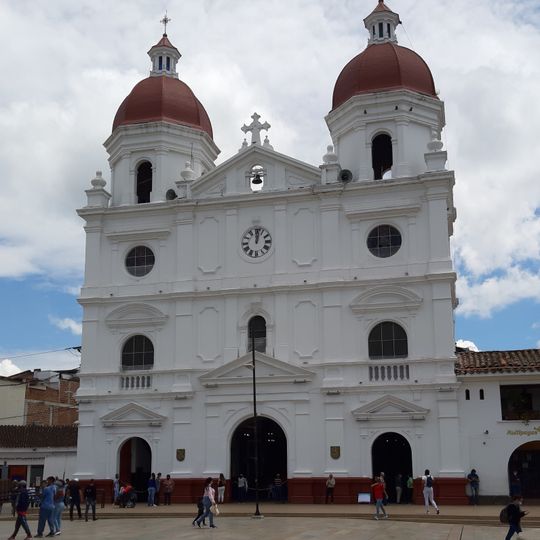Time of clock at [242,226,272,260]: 12:02
